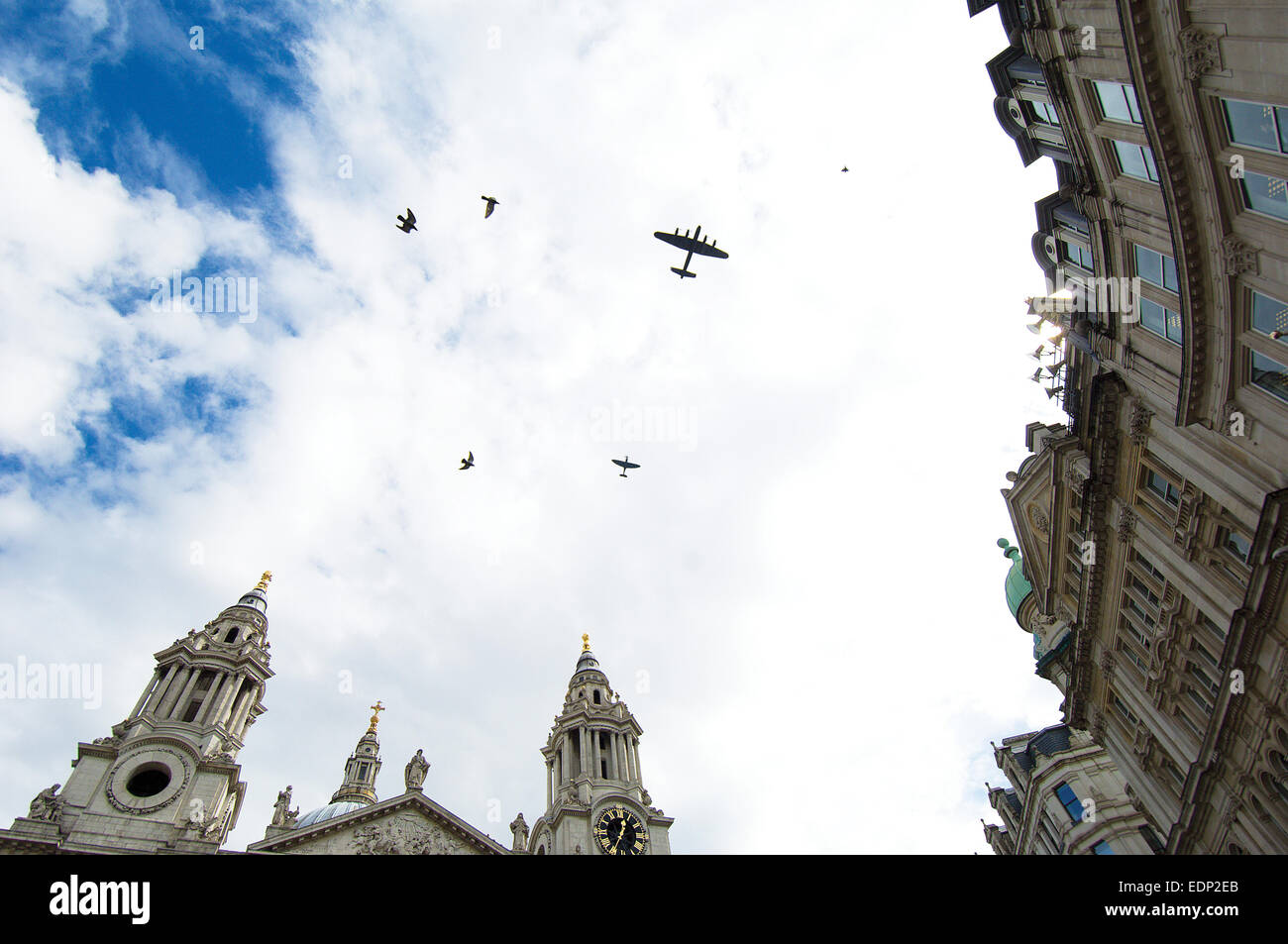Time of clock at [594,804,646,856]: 12:34
